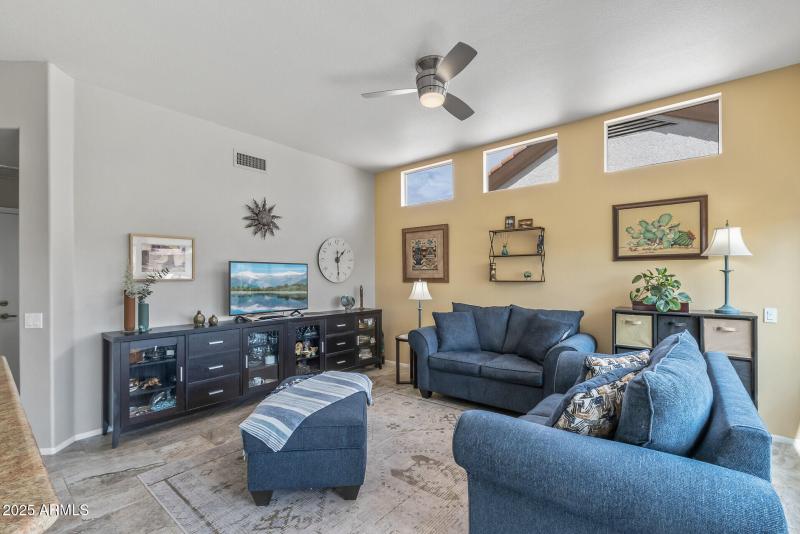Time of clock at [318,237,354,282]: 1:29
